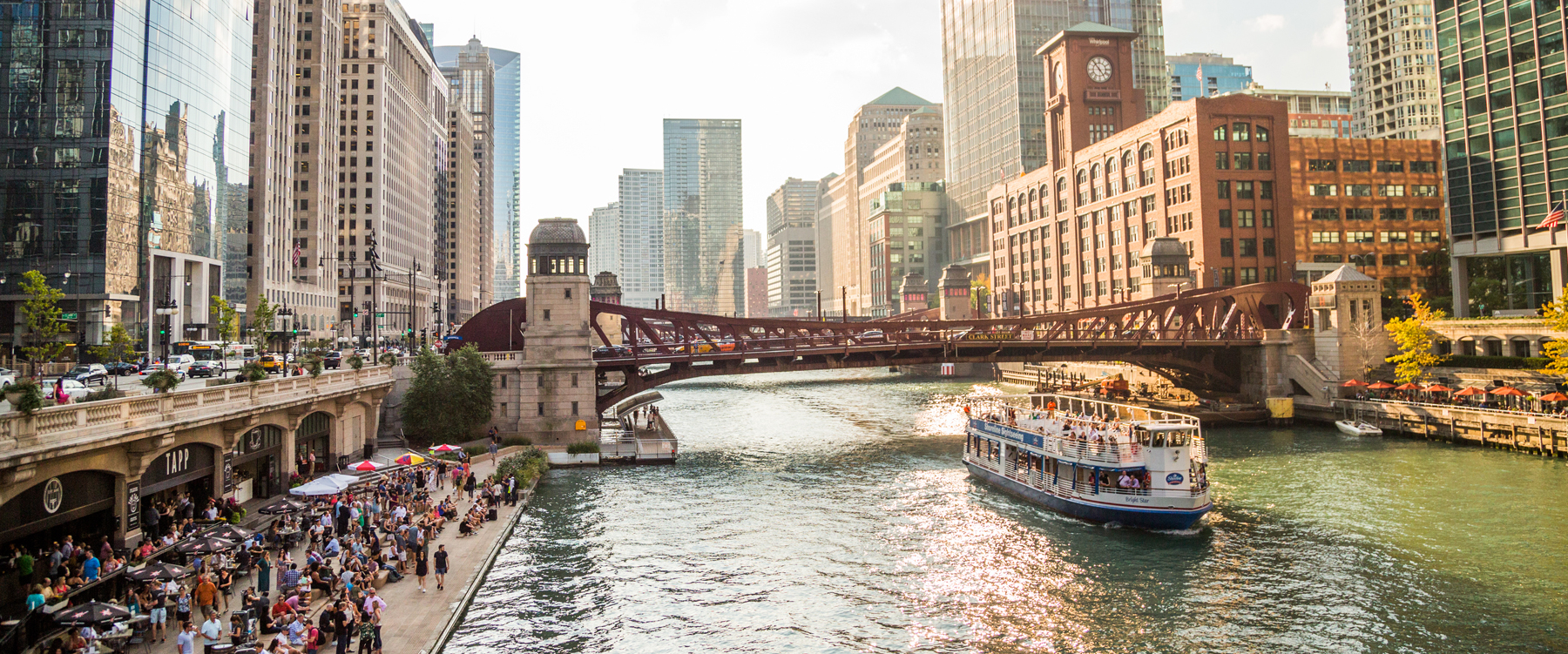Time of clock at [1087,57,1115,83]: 4:53
